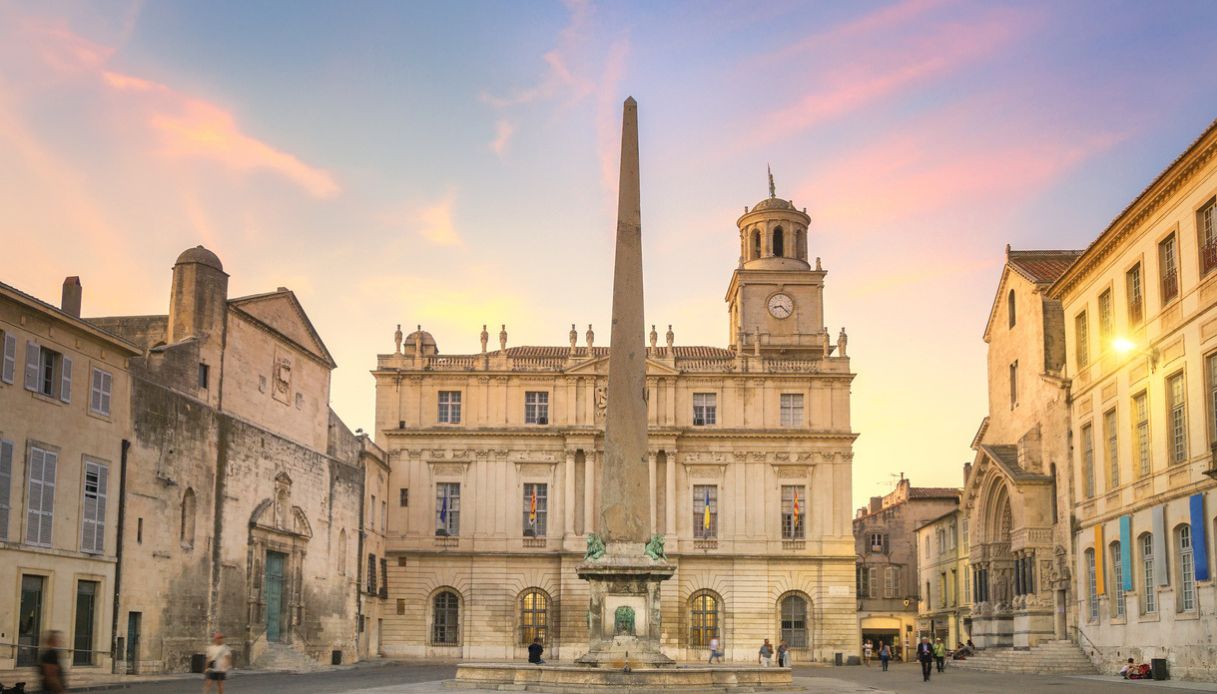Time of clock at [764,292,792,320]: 8:22
